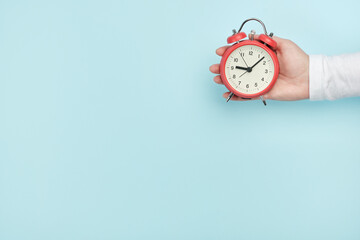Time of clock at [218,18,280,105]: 9:07
